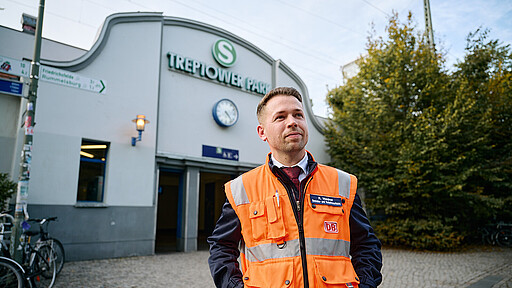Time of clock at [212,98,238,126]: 4:22
